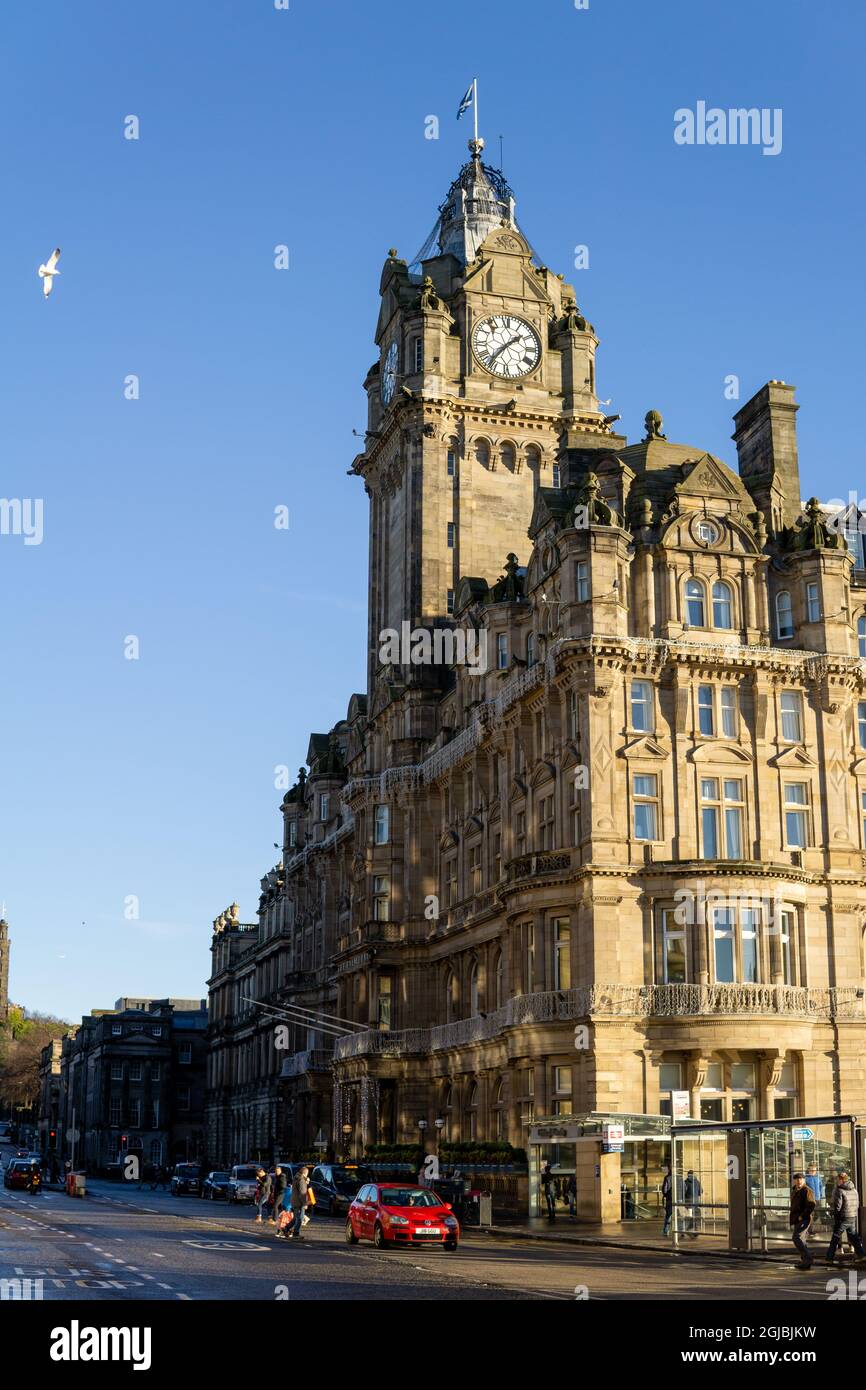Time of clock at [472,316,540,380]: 1:36
